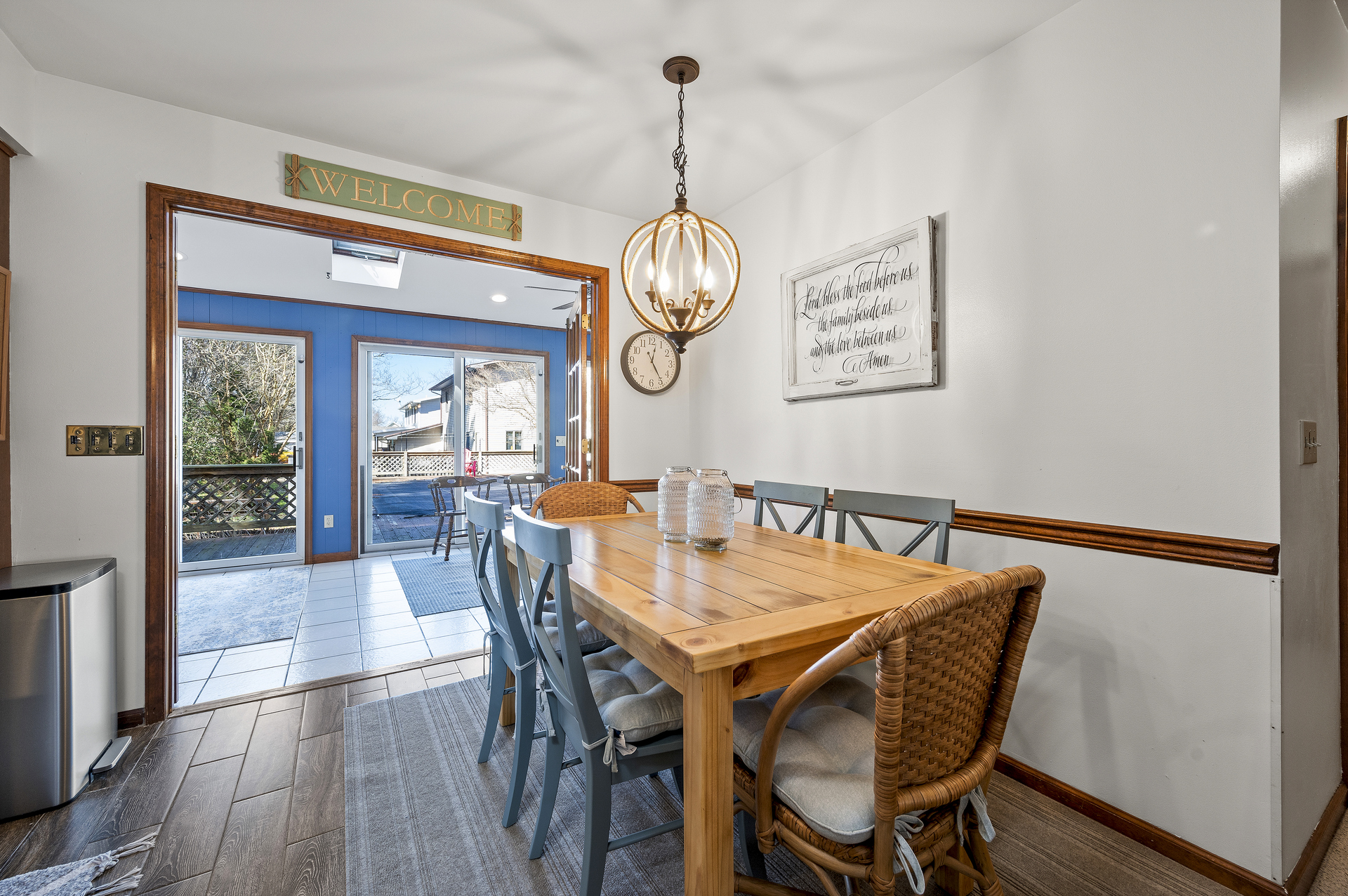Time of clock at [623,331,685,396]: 12:24
